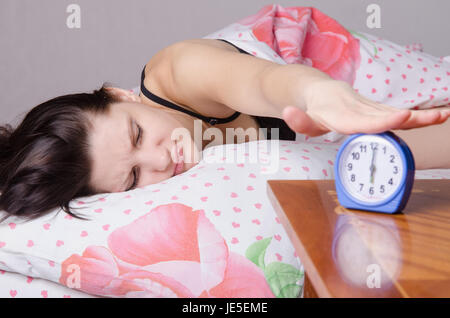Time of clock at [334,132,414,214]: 6:00
